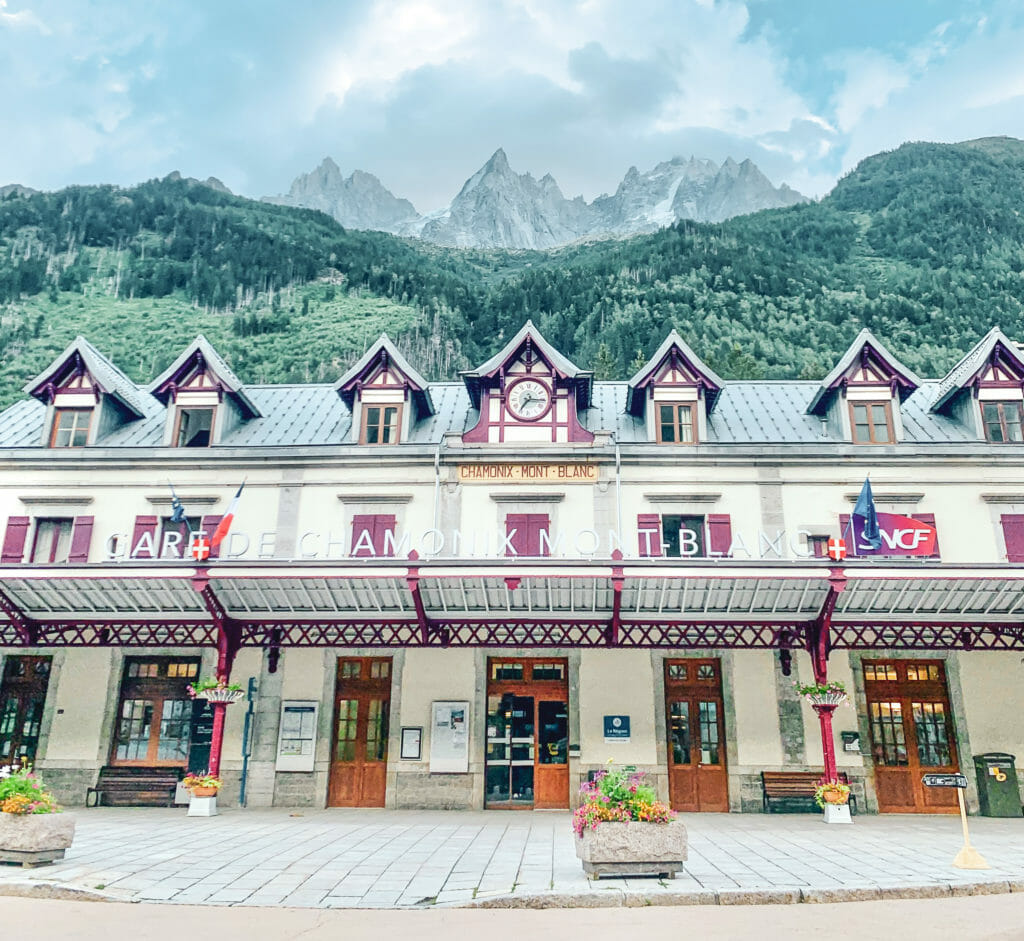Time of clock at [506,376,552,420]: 7:15
